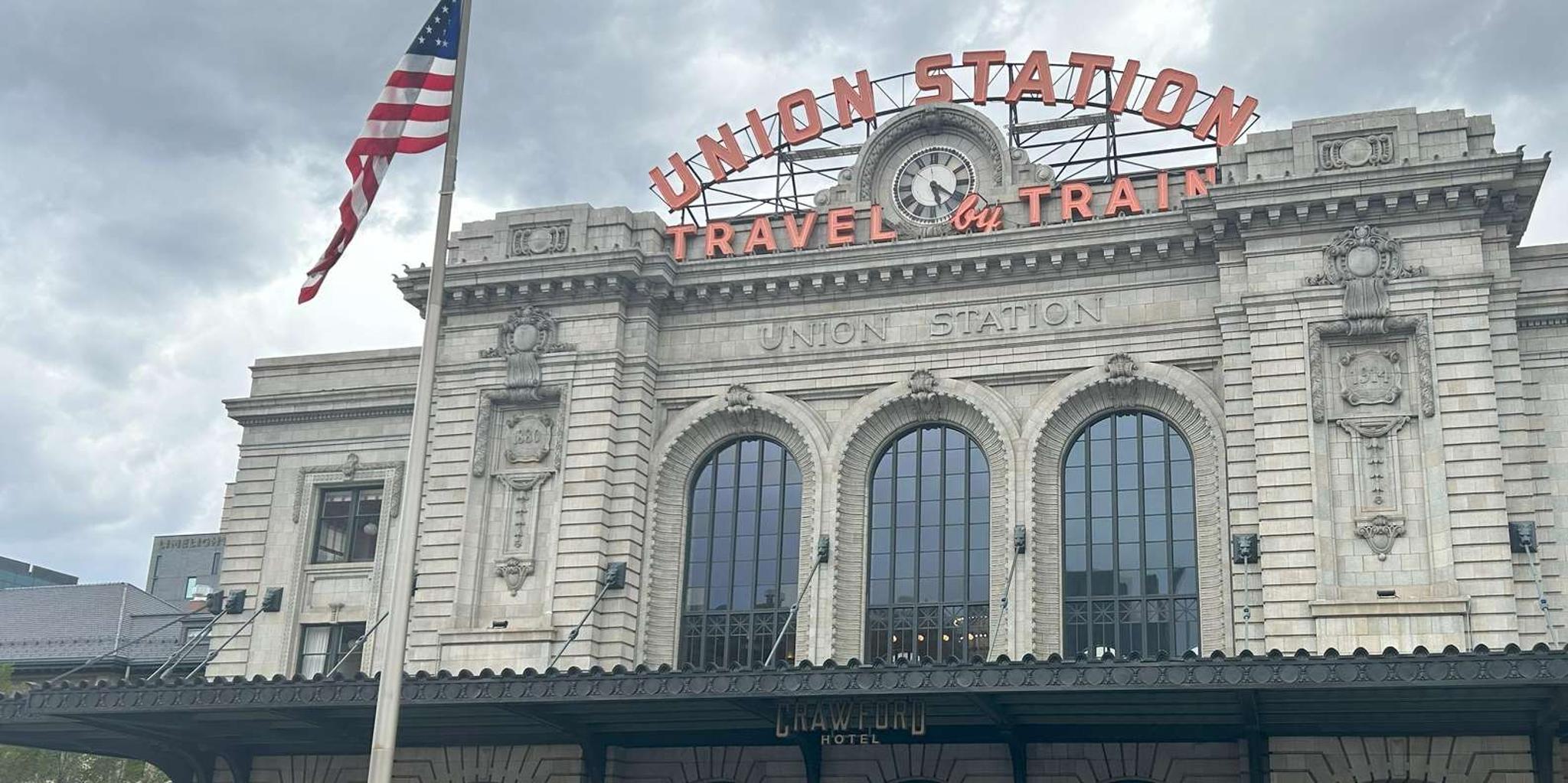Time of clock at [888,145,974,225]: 5:20
